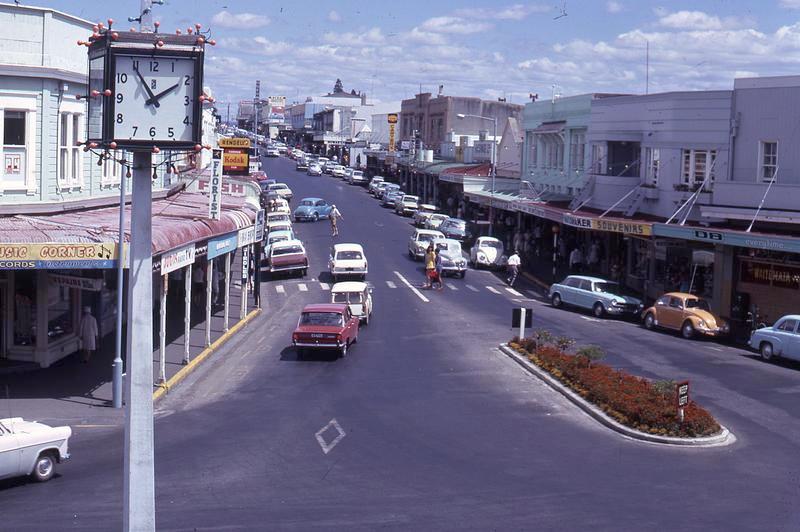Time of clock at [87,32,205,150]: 1:54
